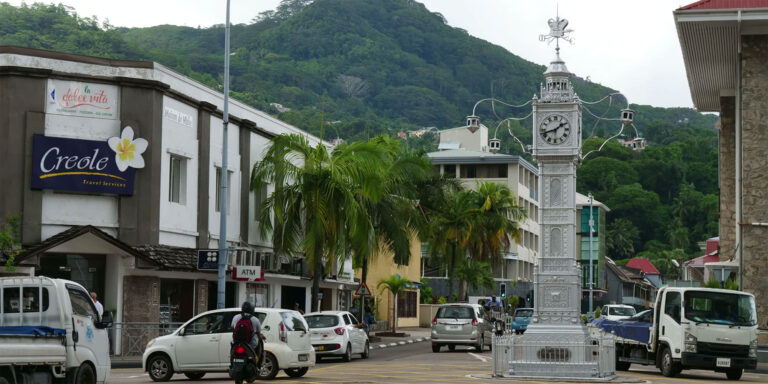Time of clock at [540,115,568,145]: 1:42
